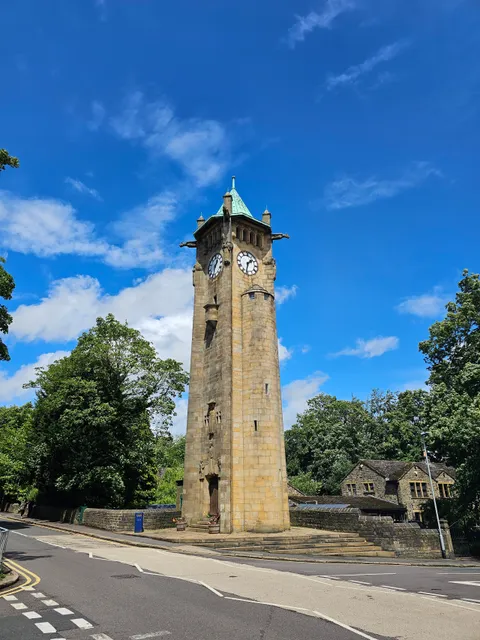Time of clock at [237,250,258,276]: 1:32
